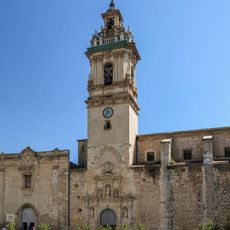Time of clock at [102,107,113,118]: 11:37
